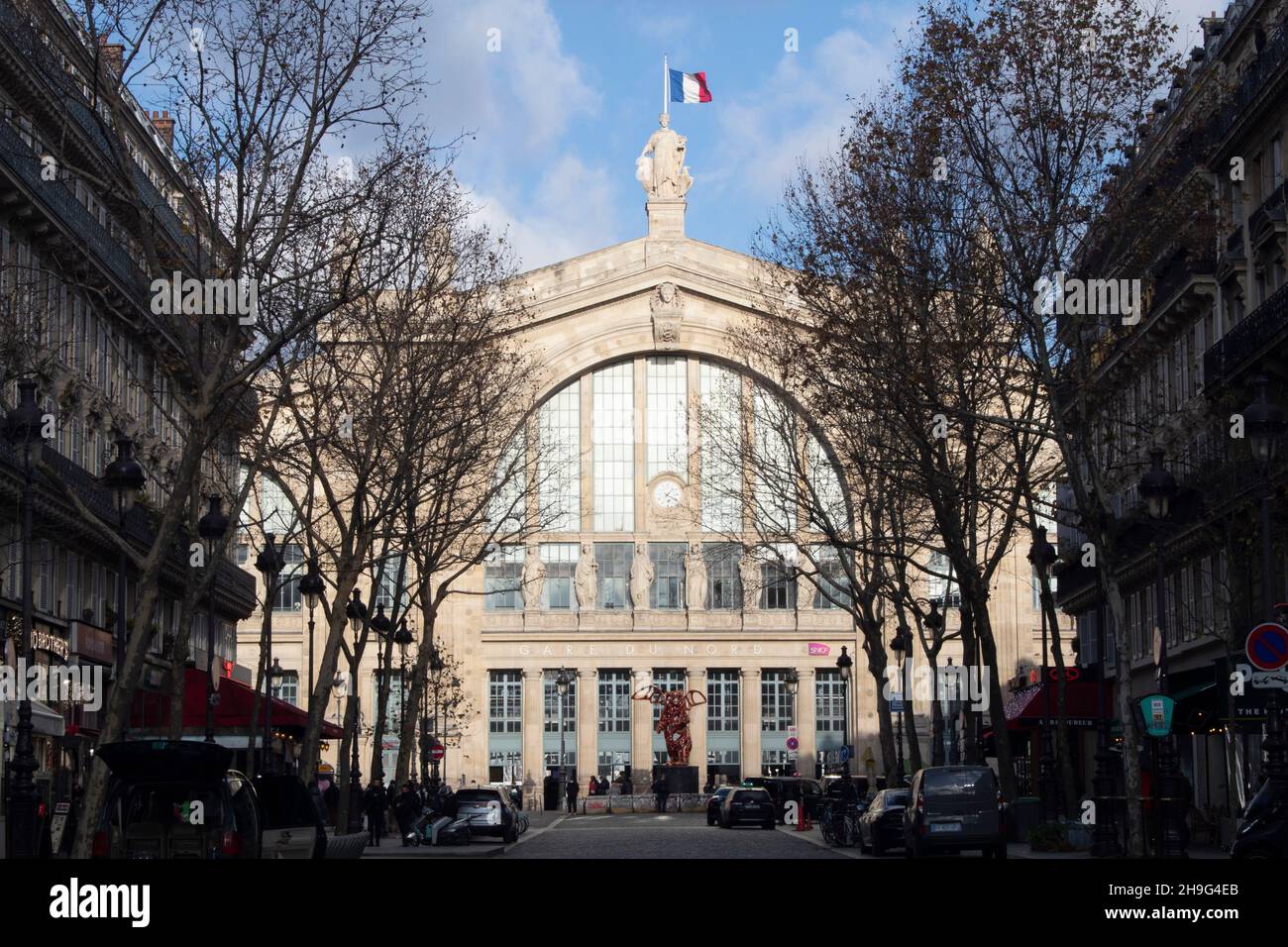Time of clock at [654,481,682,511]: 1:18
